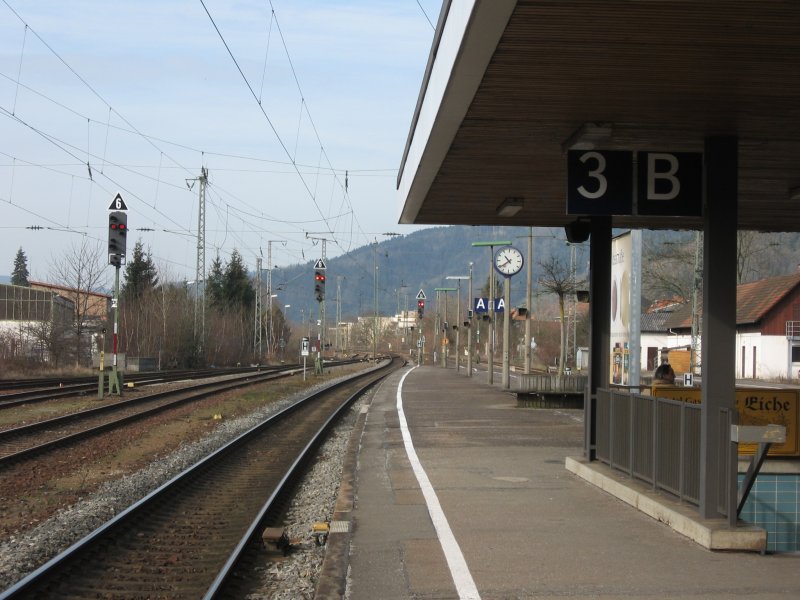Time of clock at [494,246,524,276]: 10:38
